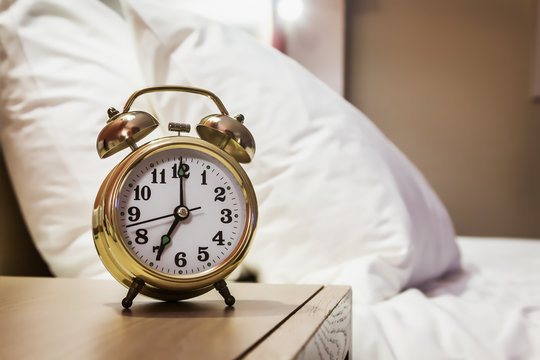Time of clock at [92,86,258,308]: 7:00
